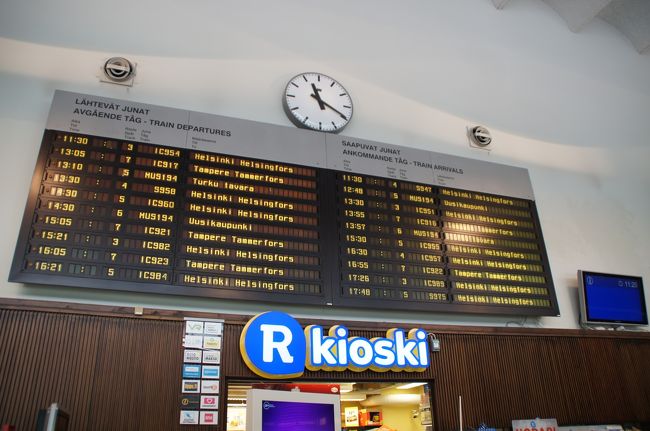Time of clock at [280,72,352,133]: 11:19
